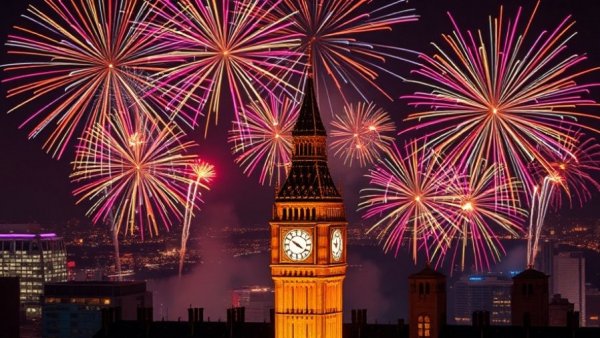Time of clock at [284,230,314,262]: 3:50
